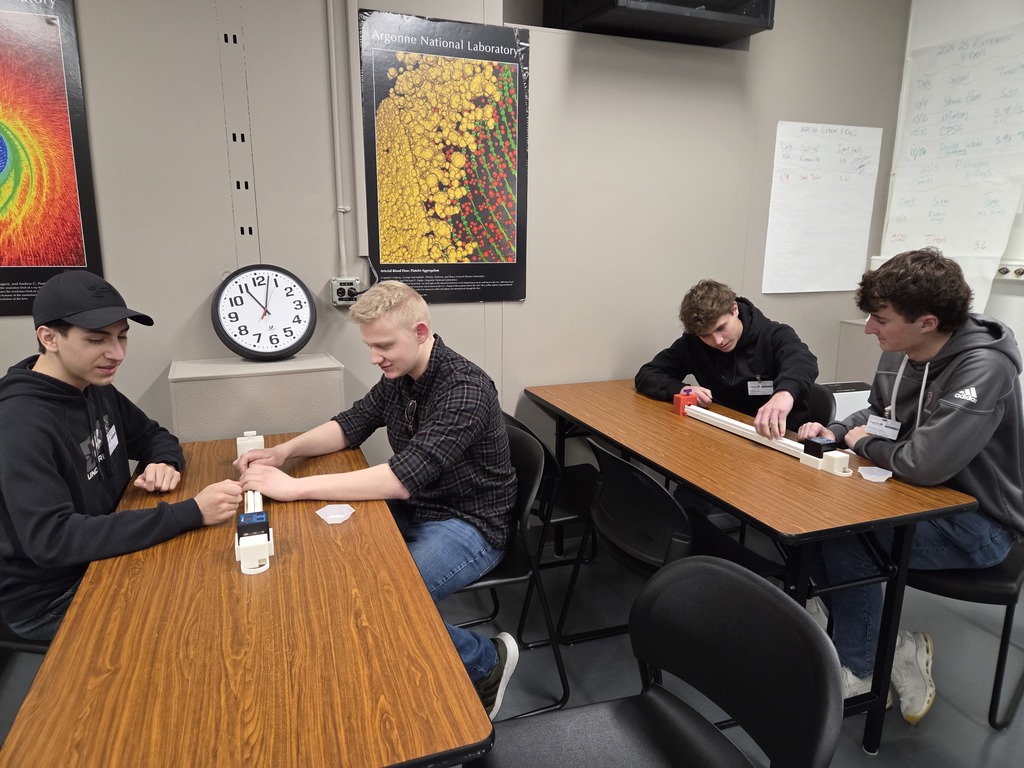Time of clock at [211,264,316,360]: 11:02
